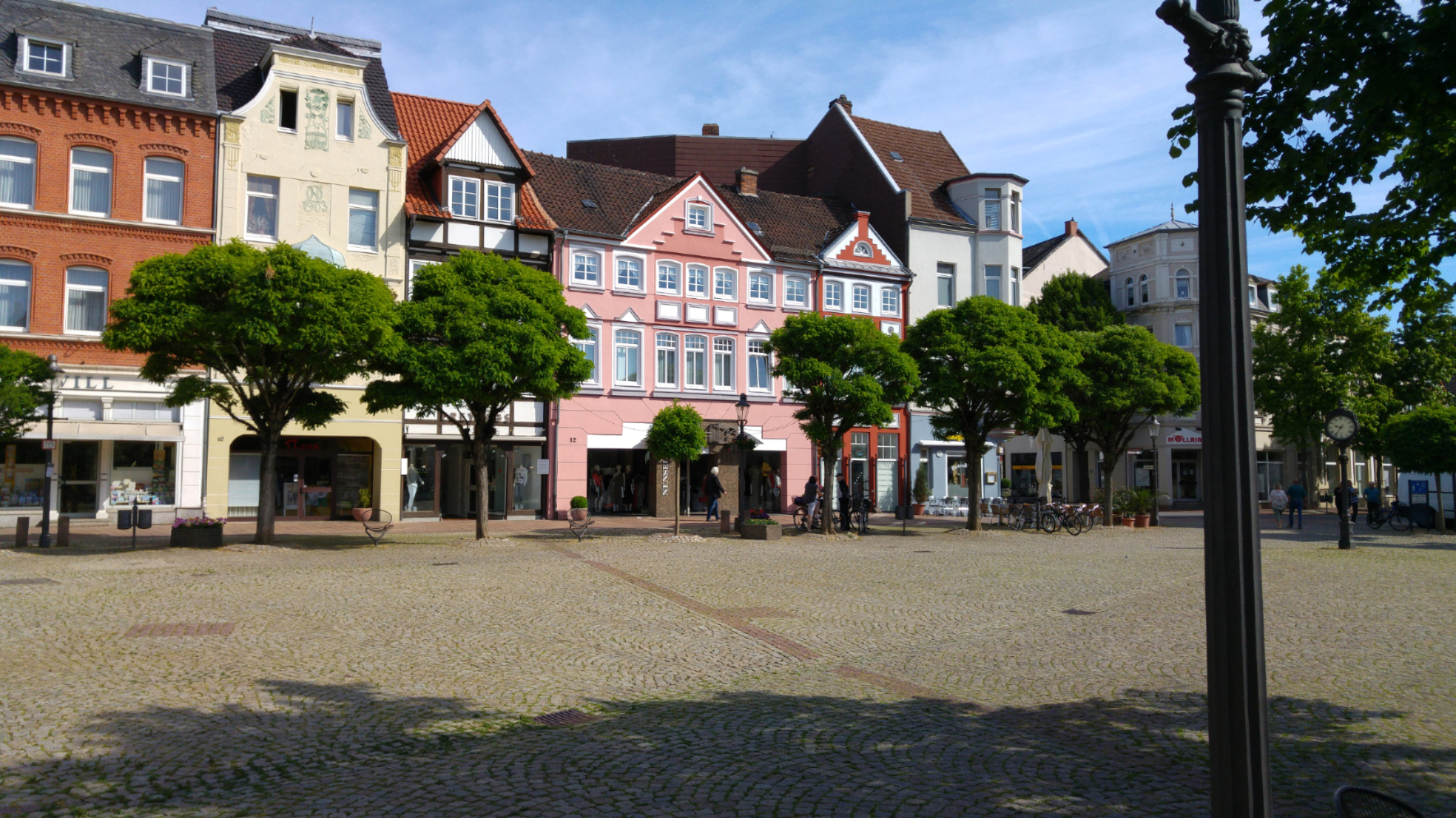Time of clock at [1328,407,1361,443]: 9:36
